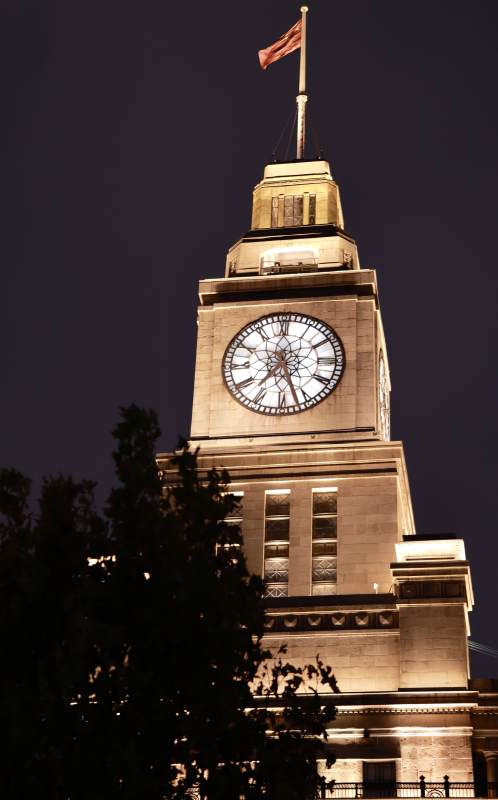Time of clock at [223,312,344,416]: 7:26
